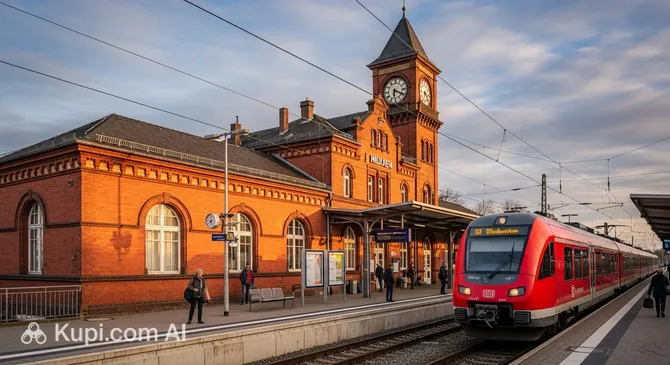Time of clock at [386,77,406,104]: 6:19
